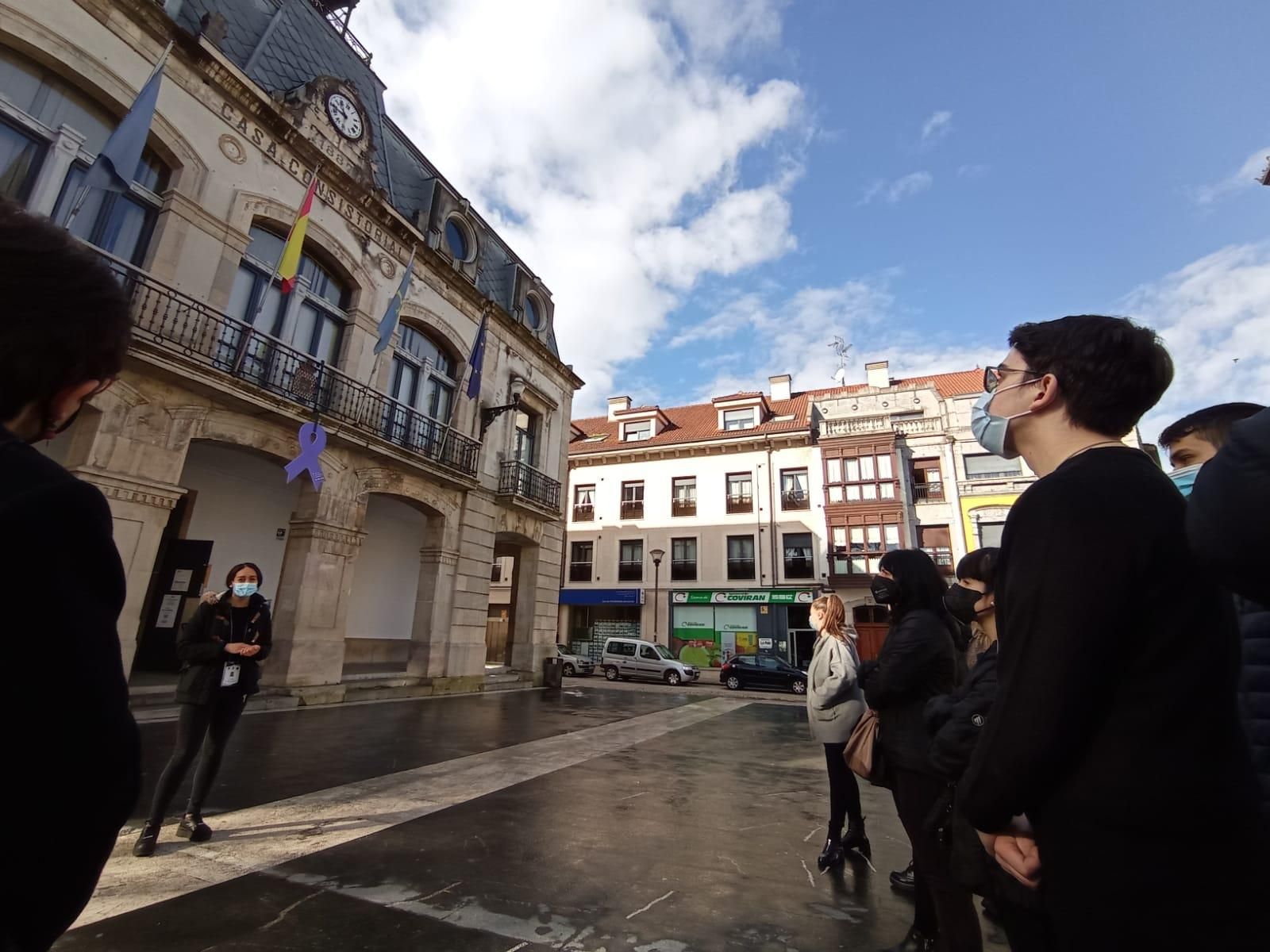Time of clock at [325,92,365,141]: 11:48
